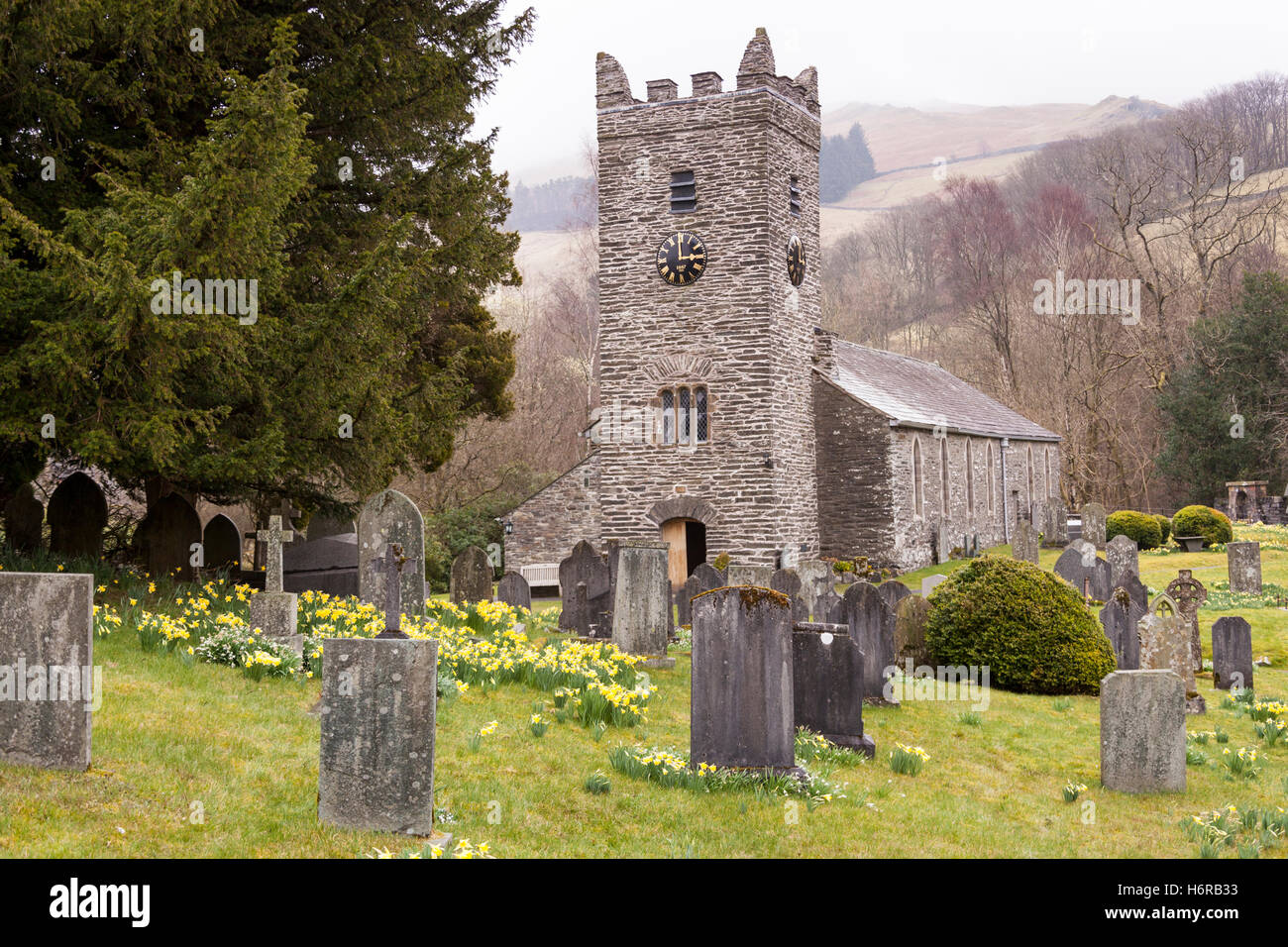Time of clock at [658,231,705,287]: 2:59
